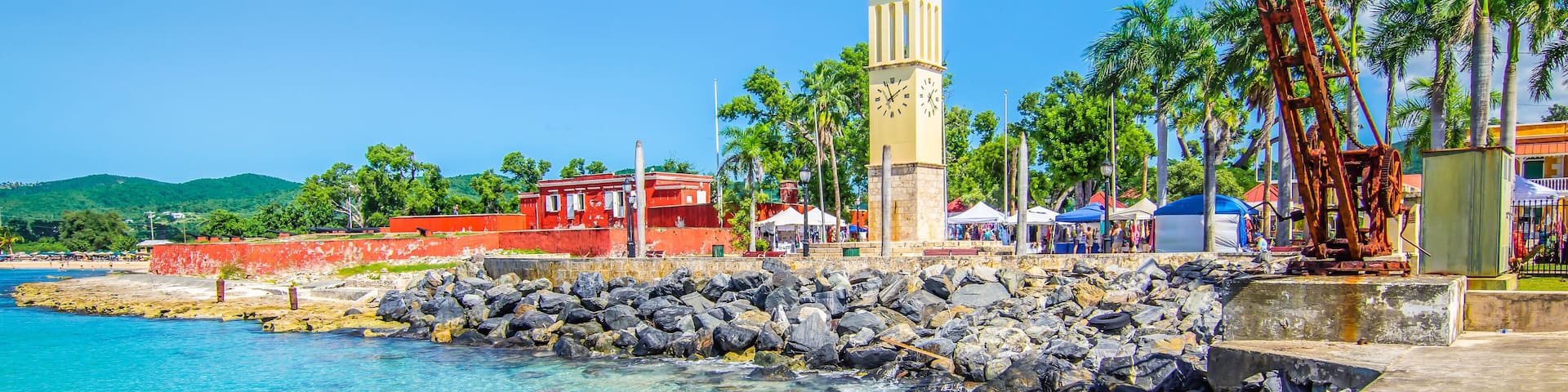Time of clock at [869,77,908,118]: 1:56
